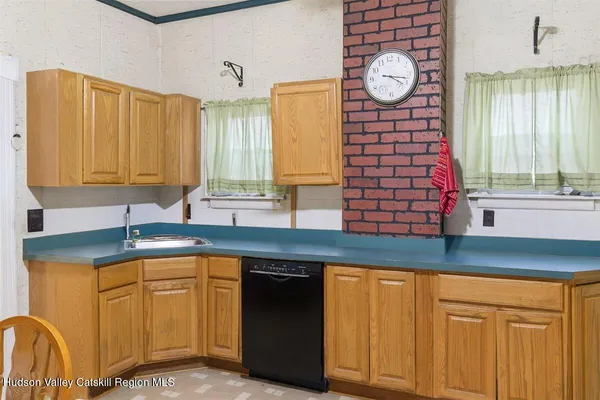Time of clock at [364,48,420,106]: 4:17
